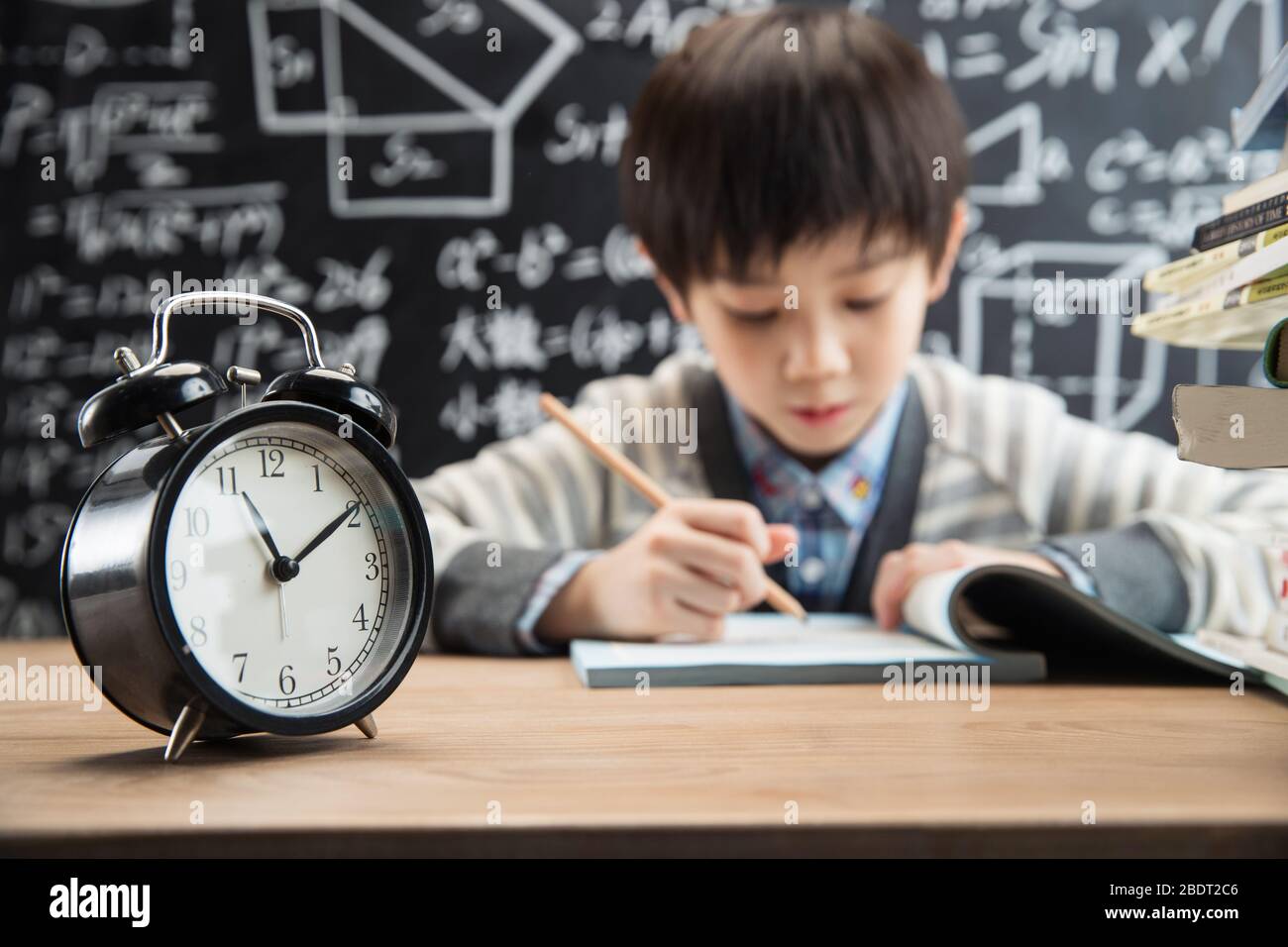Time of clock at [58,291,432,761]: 11:09
